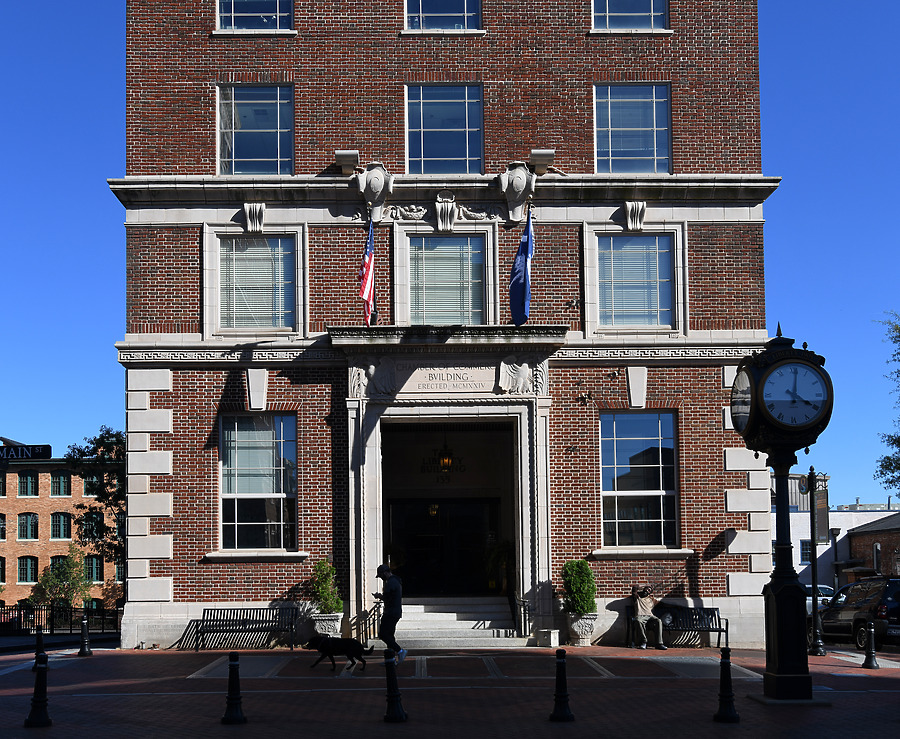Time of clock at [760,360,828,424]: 4:01
